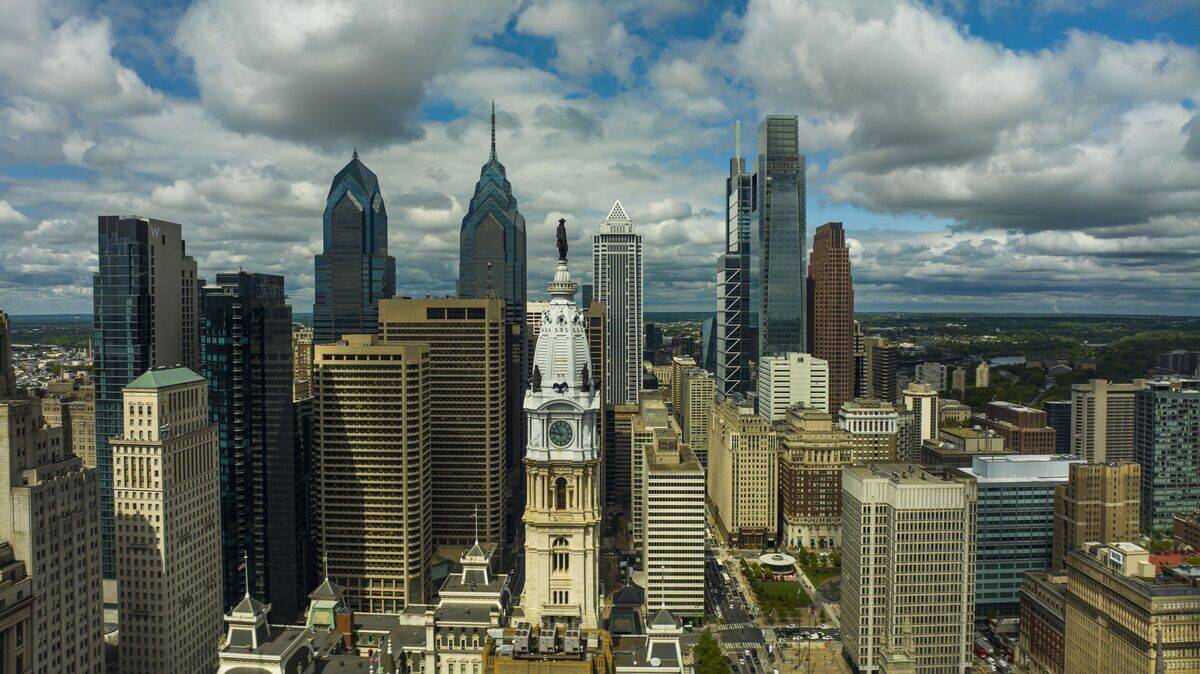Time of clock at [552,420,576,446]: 10:45
